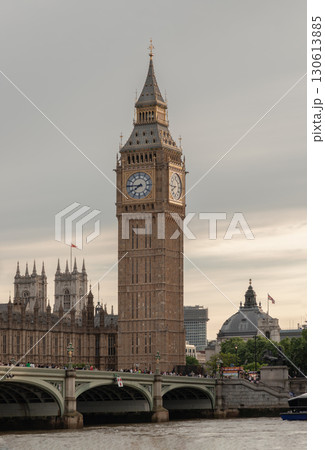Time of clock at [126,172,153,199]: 7:45
